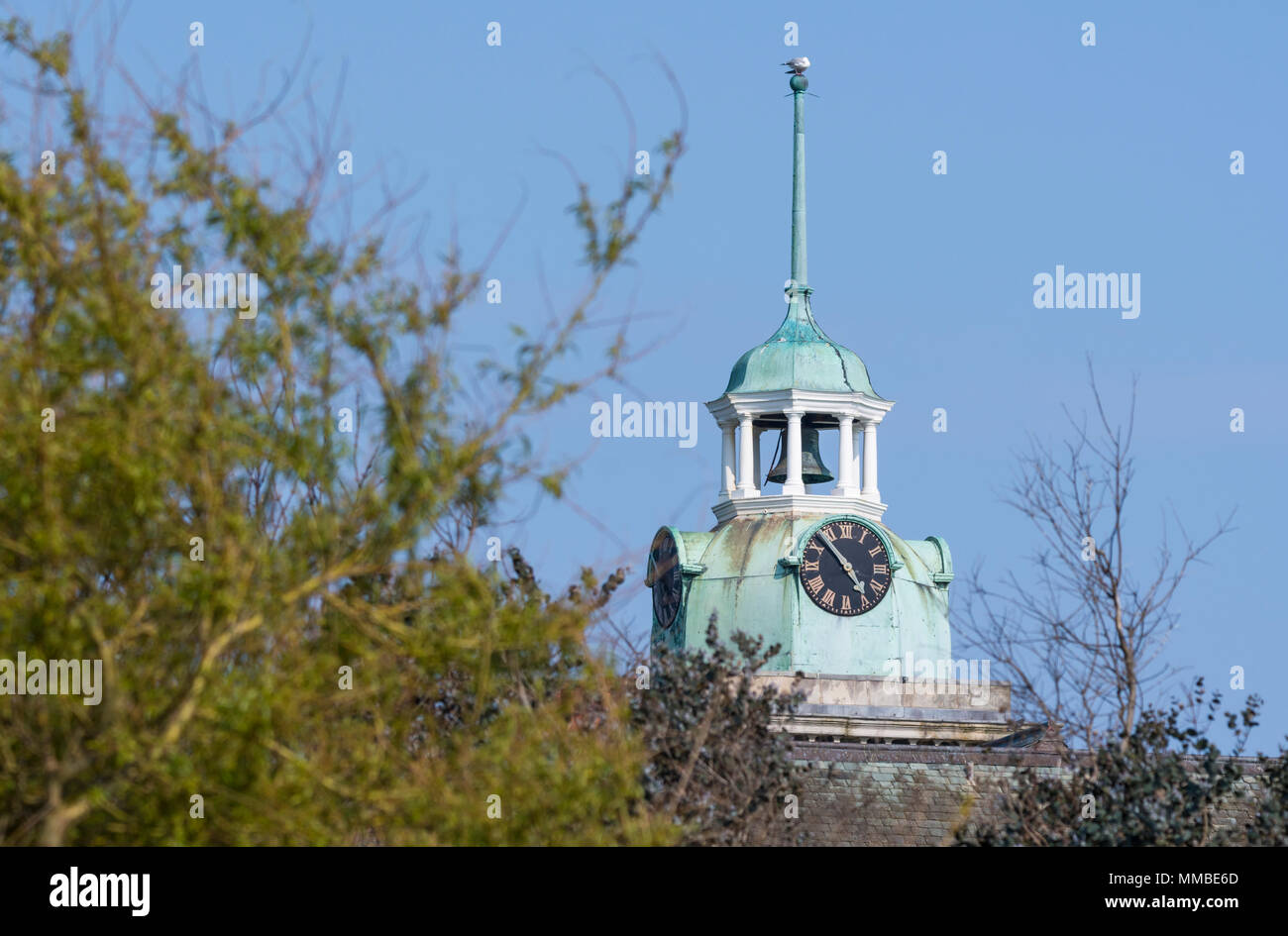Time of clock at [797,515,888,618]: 4:52
